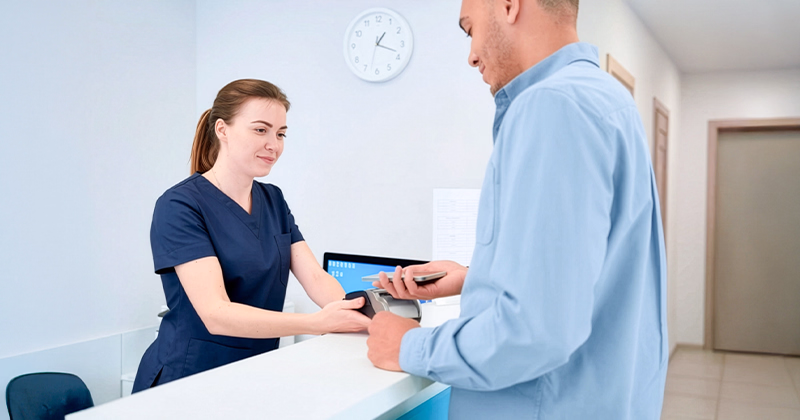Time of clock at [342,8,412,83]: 1:18
